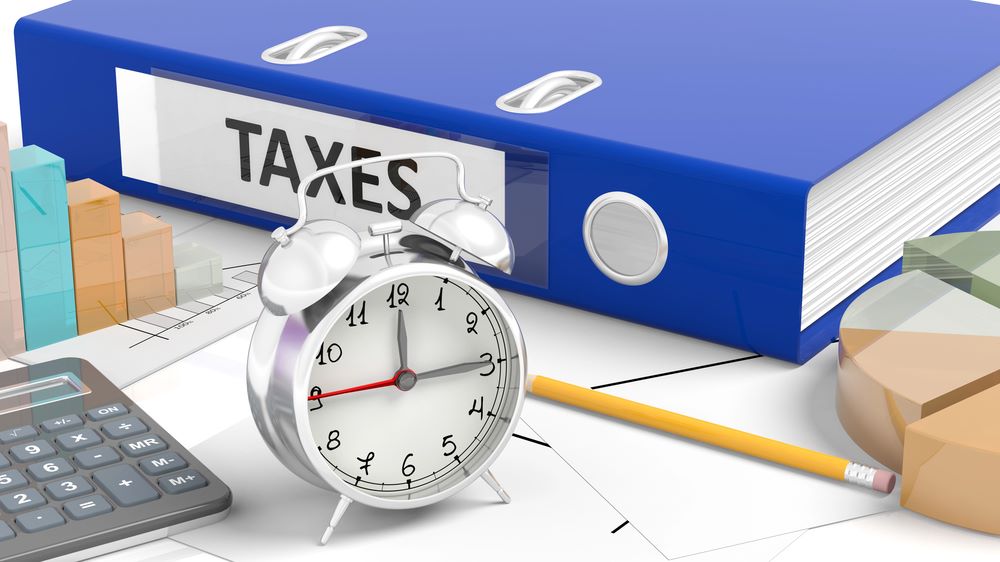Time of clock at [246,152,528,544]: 12:14
